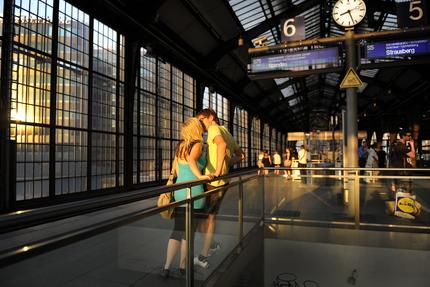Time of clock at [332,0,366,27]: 8:27
